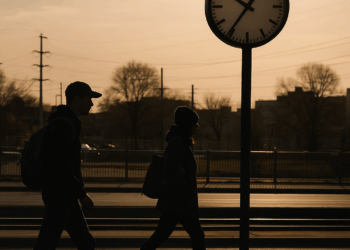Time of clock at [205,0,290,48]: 10:35
